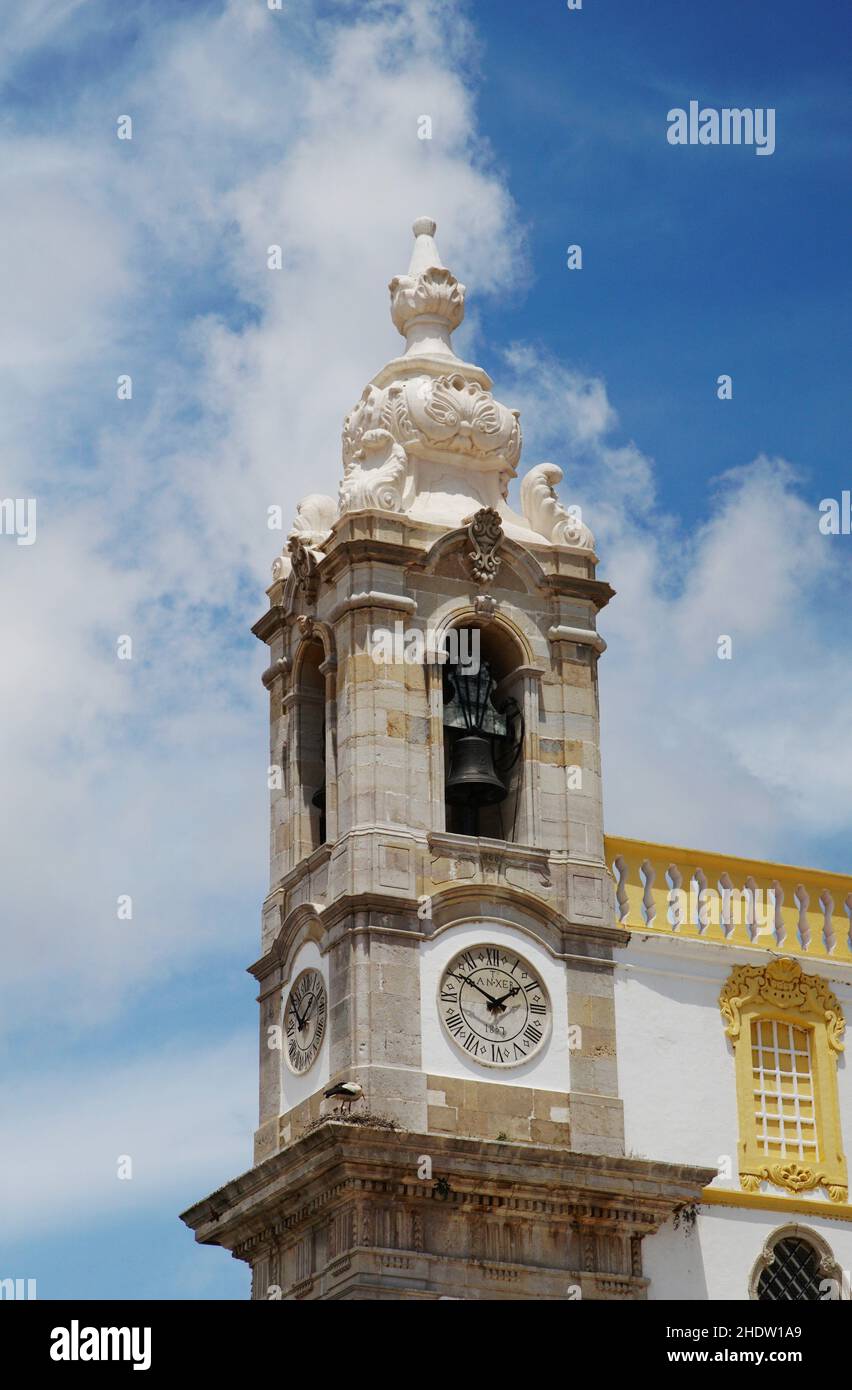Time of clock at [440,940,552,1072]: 1:50
